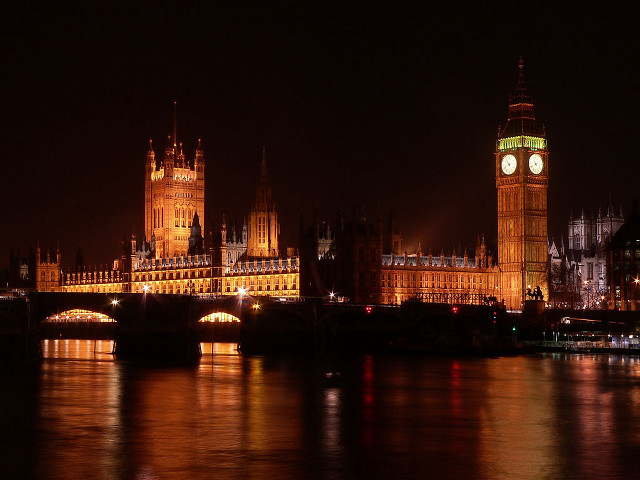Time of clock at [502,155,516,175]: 10:42
